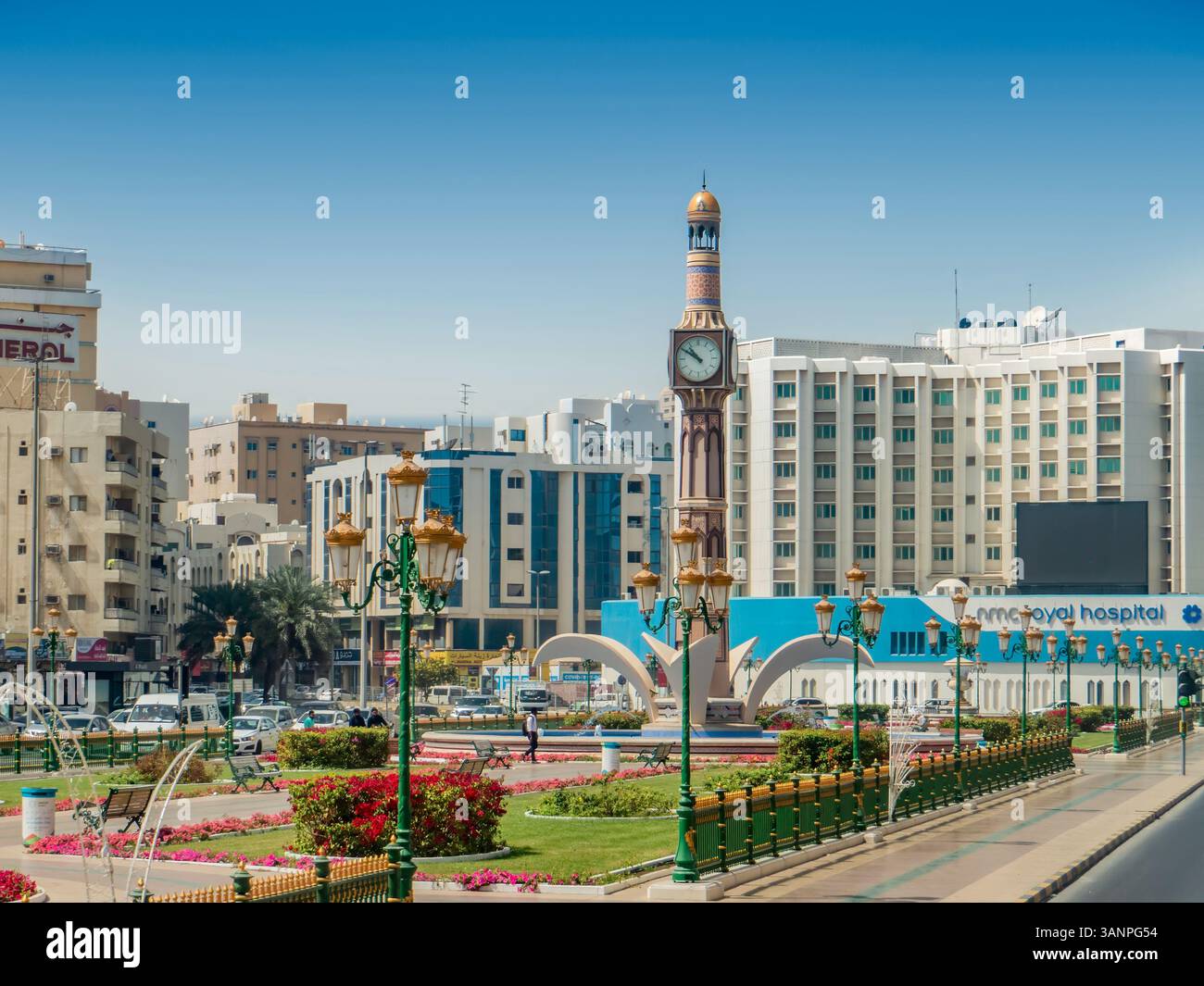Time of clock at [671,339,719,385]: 10:50
